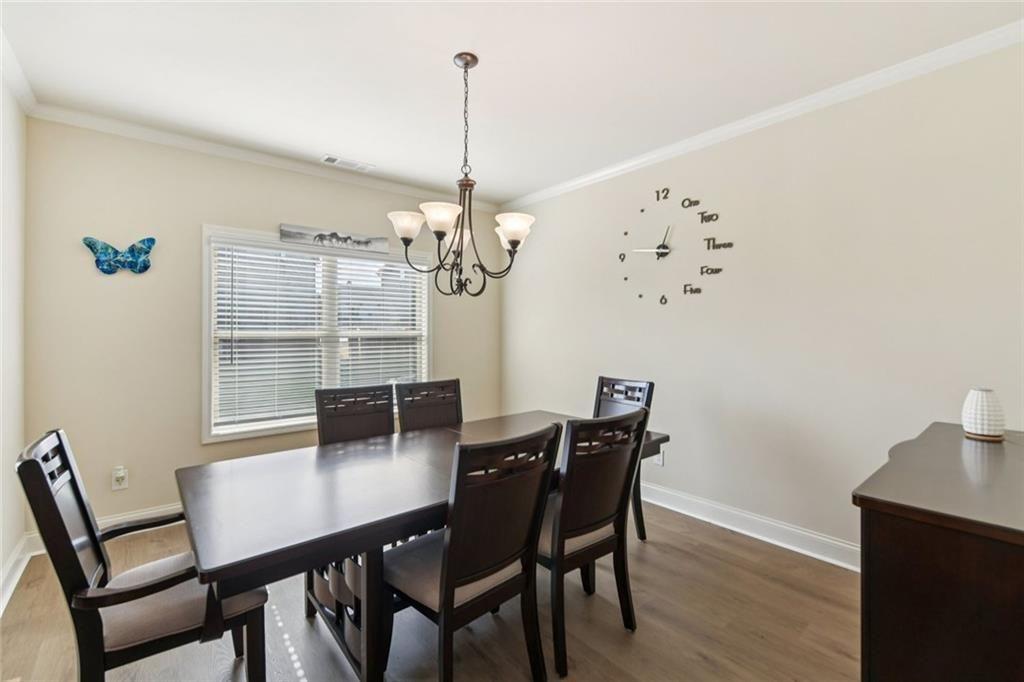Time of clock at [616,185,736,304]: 12:46
